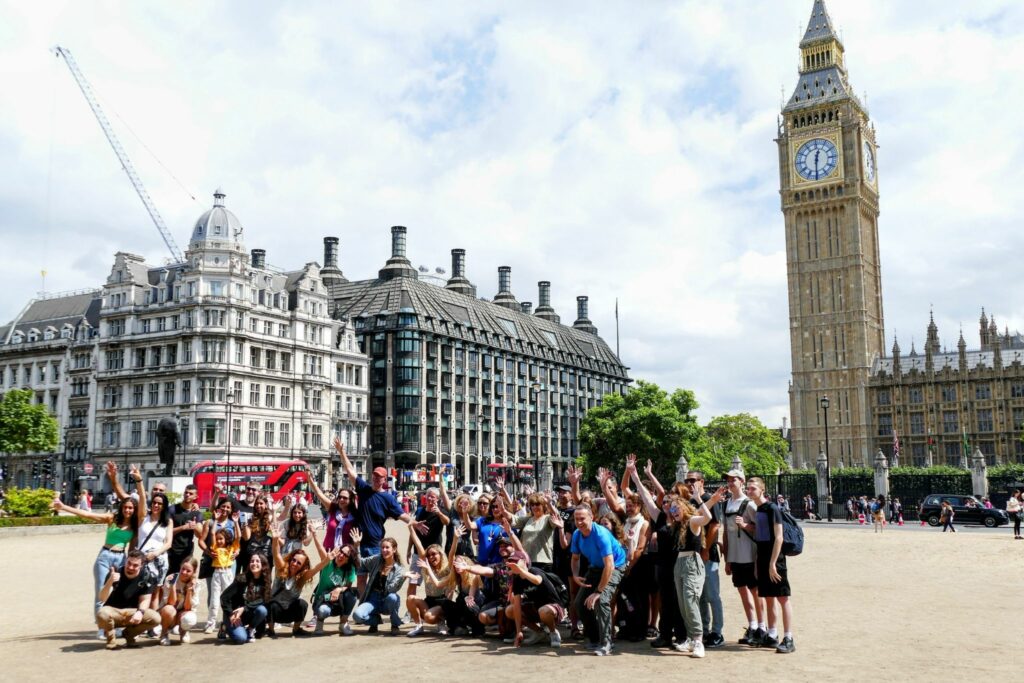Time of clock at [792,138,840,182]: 12:30
